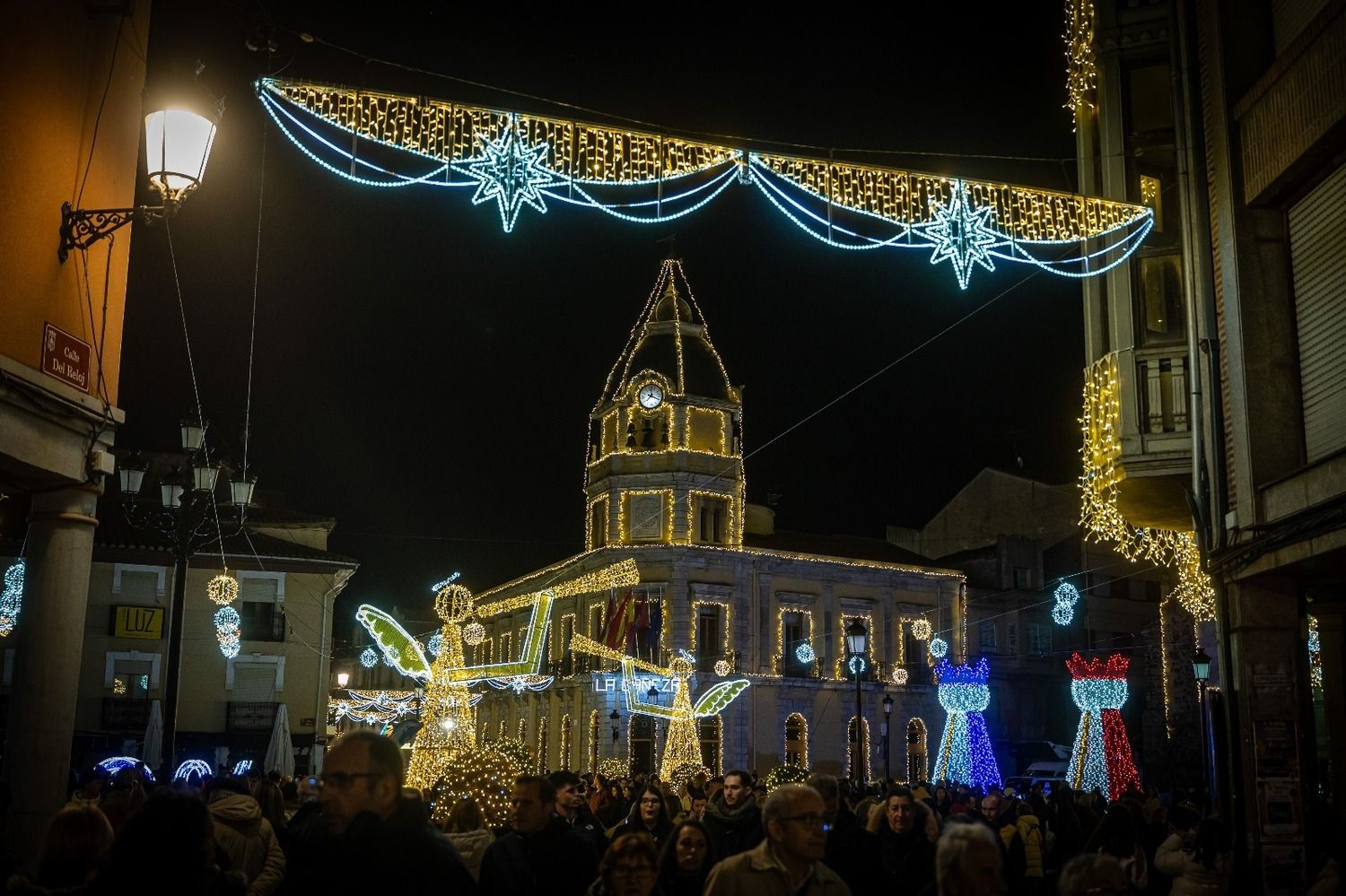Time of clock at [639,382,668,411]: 12:19
